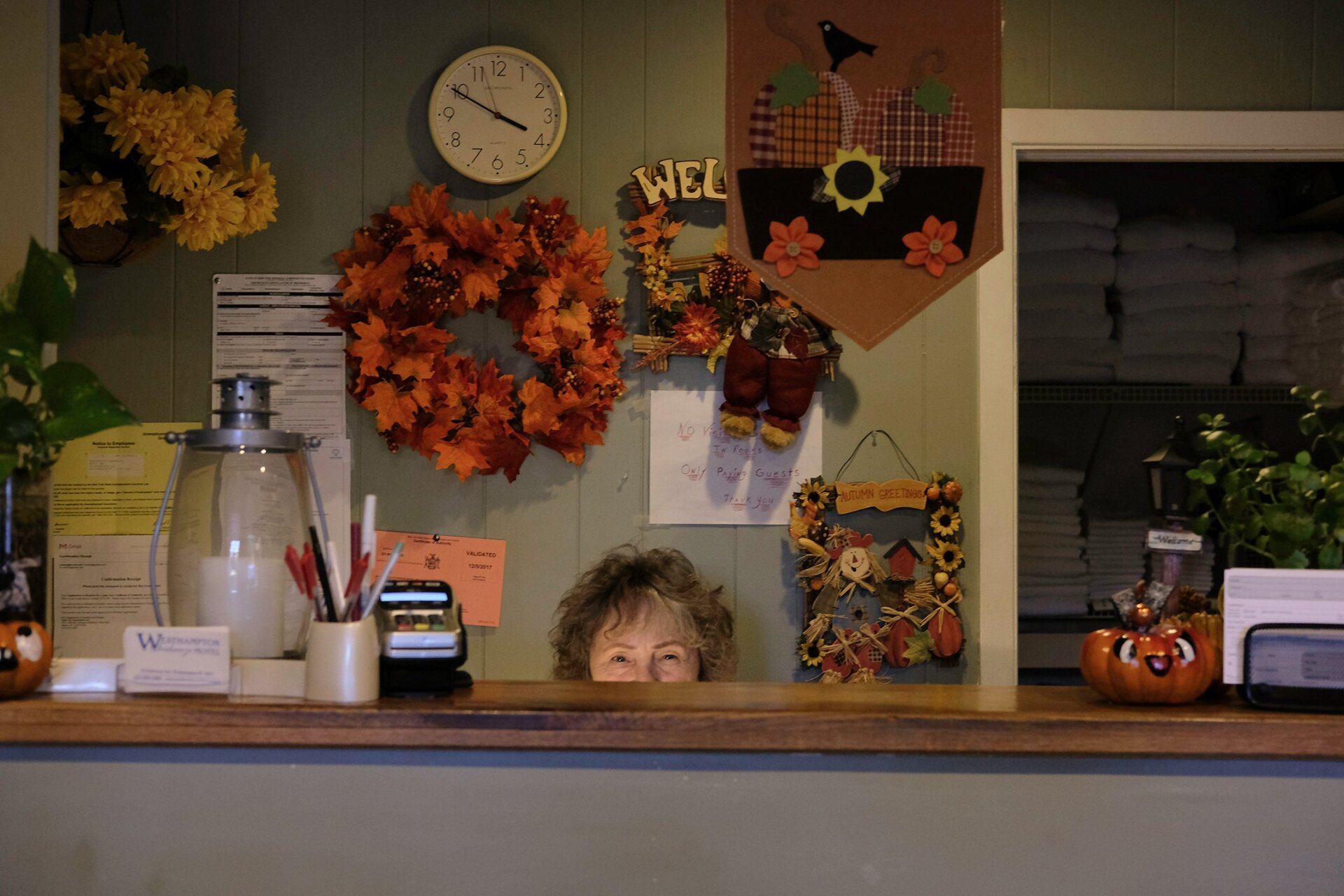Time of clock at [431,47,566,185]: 3:49
